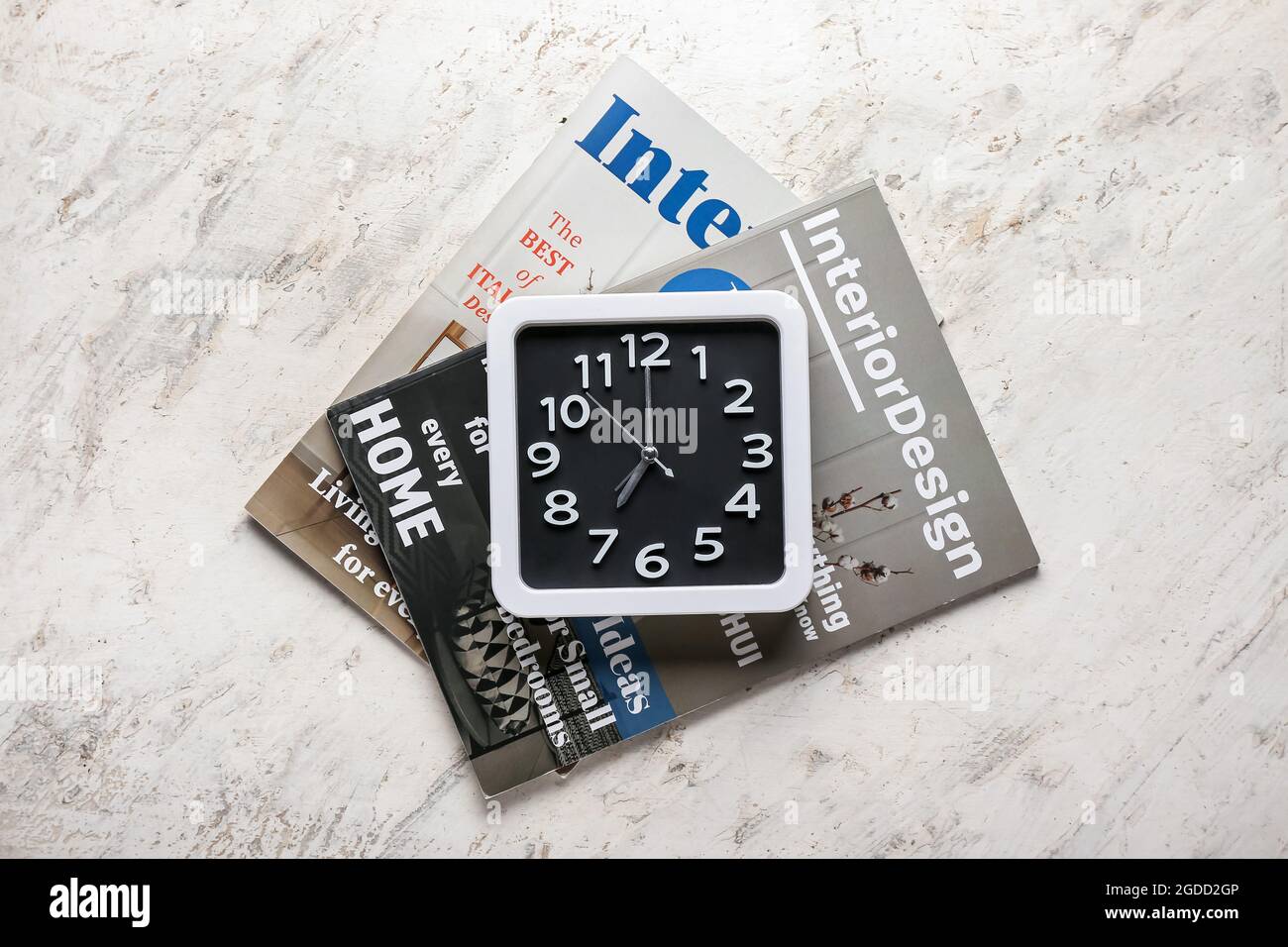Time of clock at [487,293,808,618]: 7:00
